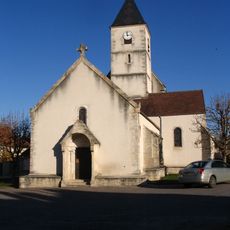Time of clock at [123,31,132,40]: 2:58
